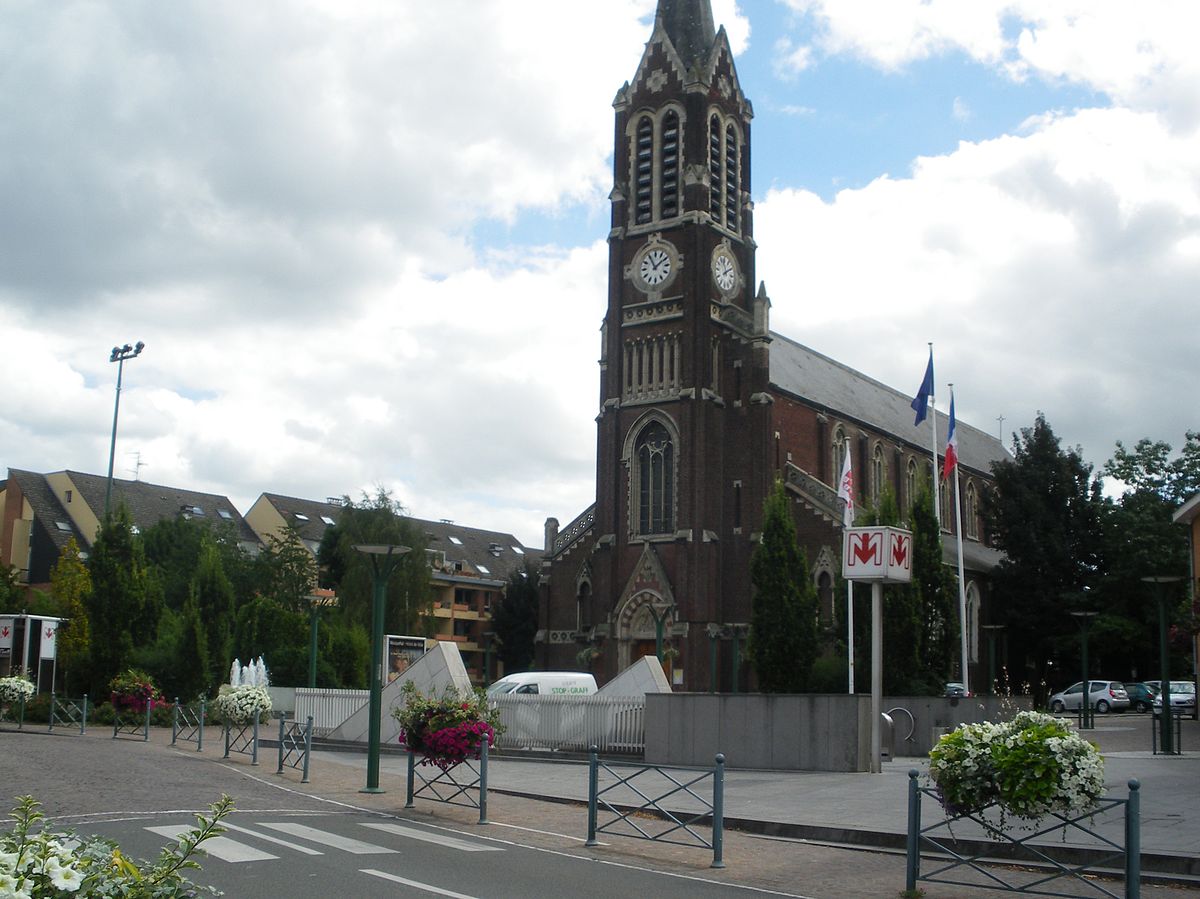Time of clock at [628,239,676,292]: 1:55
